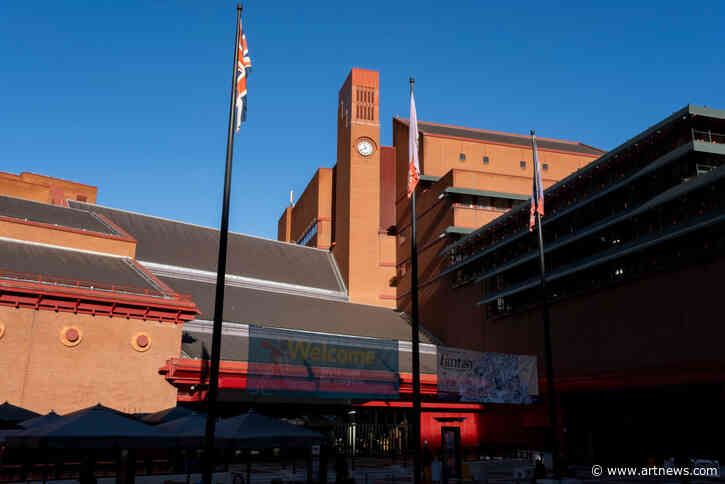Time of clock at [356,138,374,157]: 11:40
